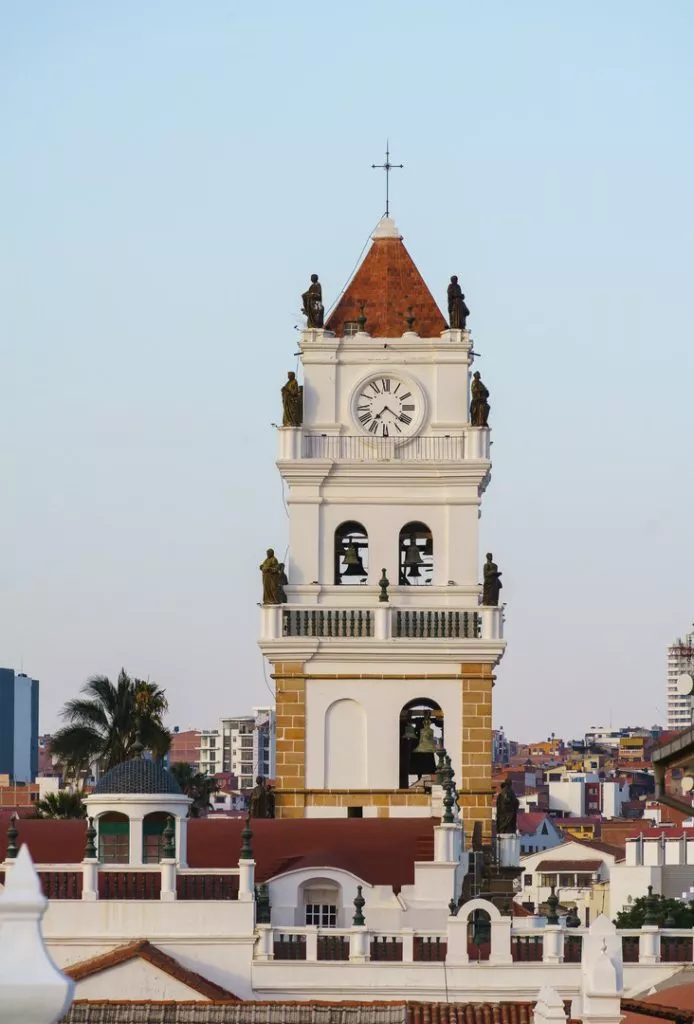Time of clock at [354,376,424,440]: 7:21
